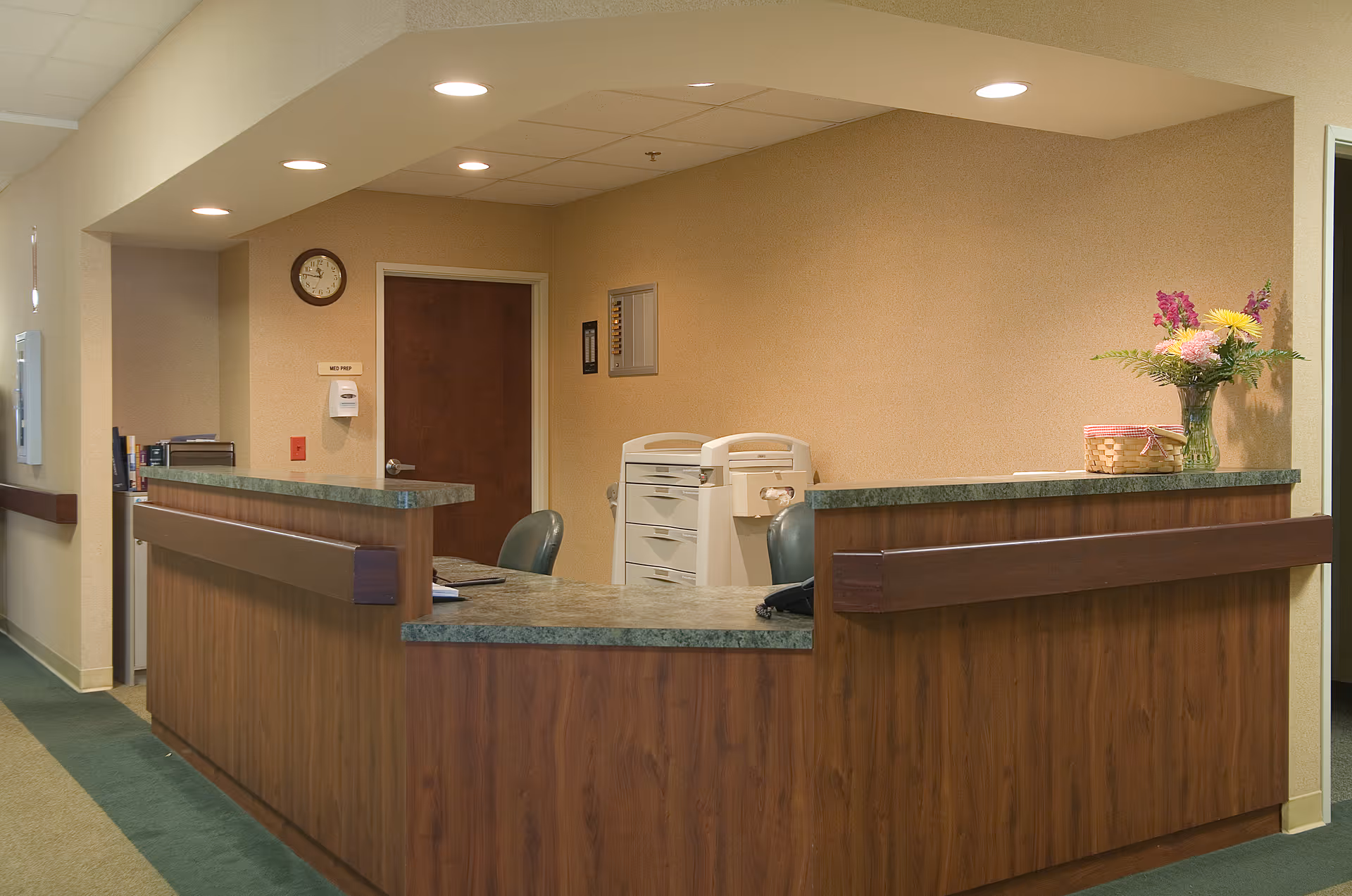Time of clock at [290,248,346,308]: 11:46
